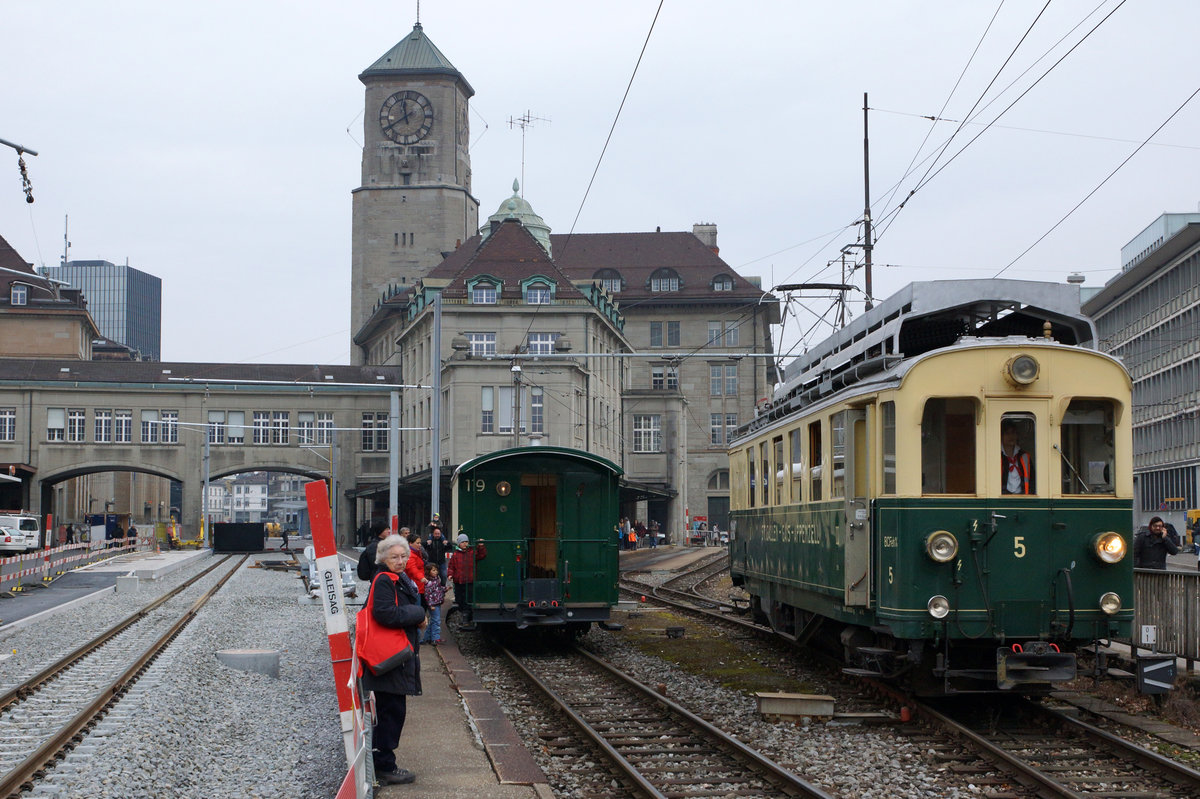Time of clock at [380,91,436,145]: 11:40
